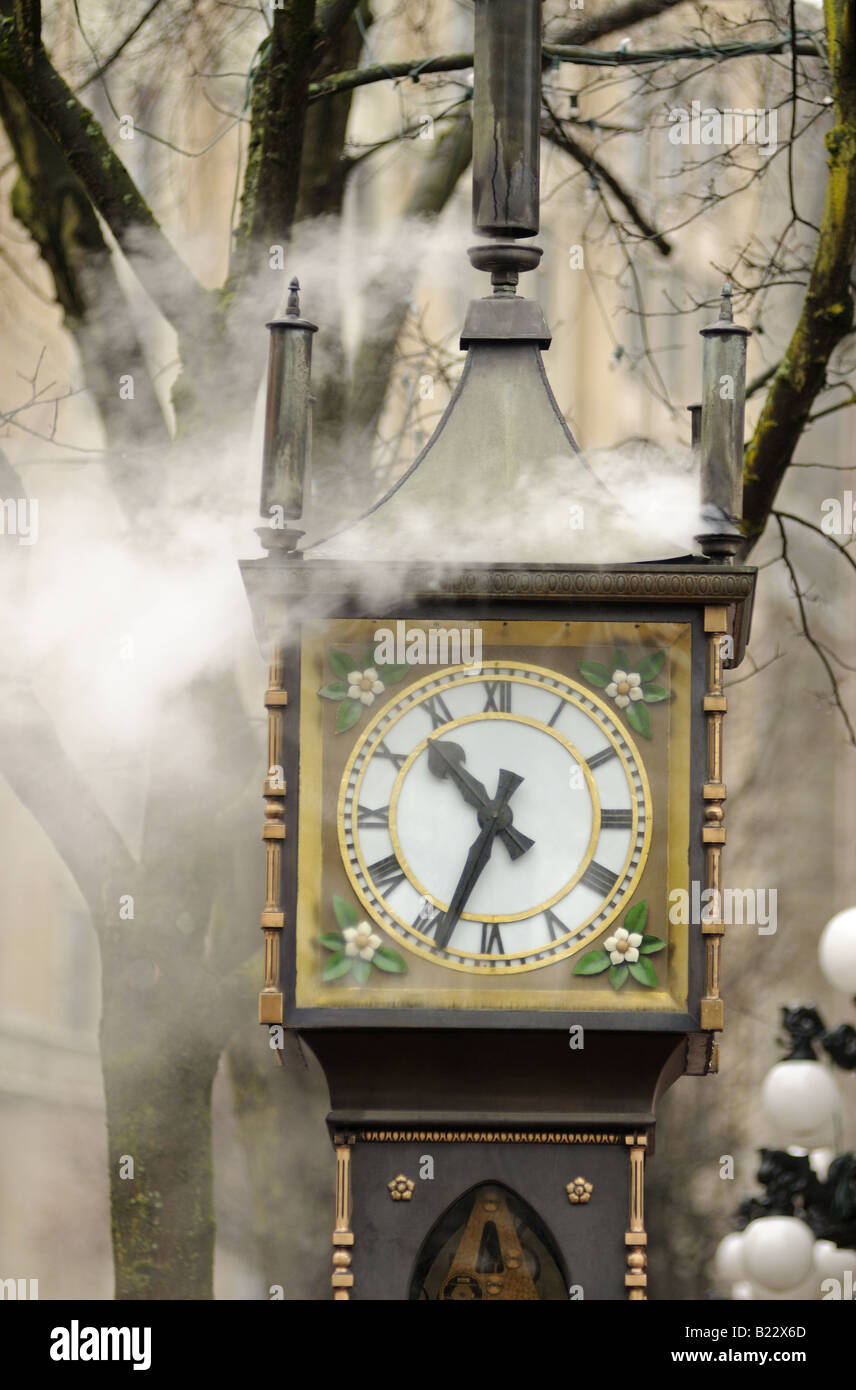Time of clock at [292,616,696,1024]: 10:33
